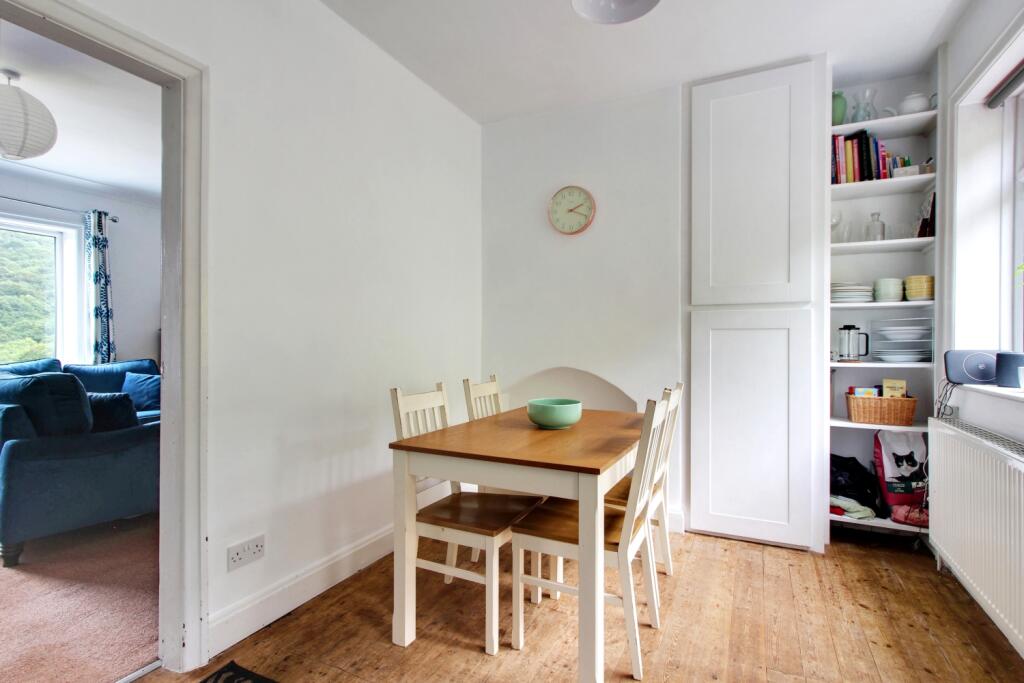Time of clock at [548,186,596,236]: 2:18
